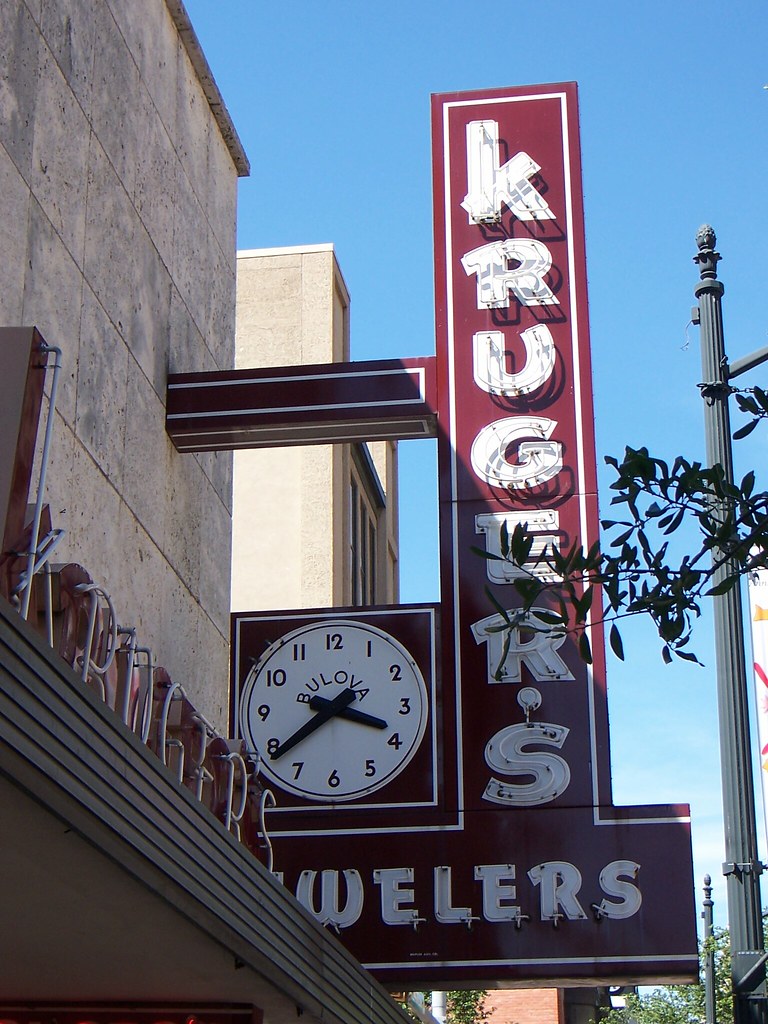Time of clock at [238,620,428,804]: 3:38
